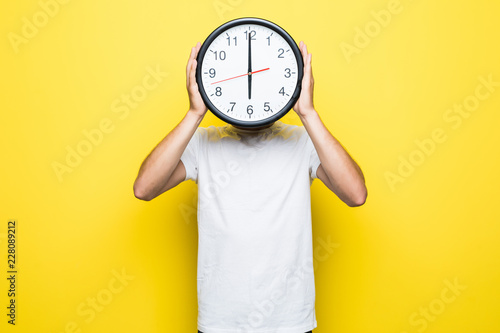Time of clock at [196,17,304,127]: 5:59
